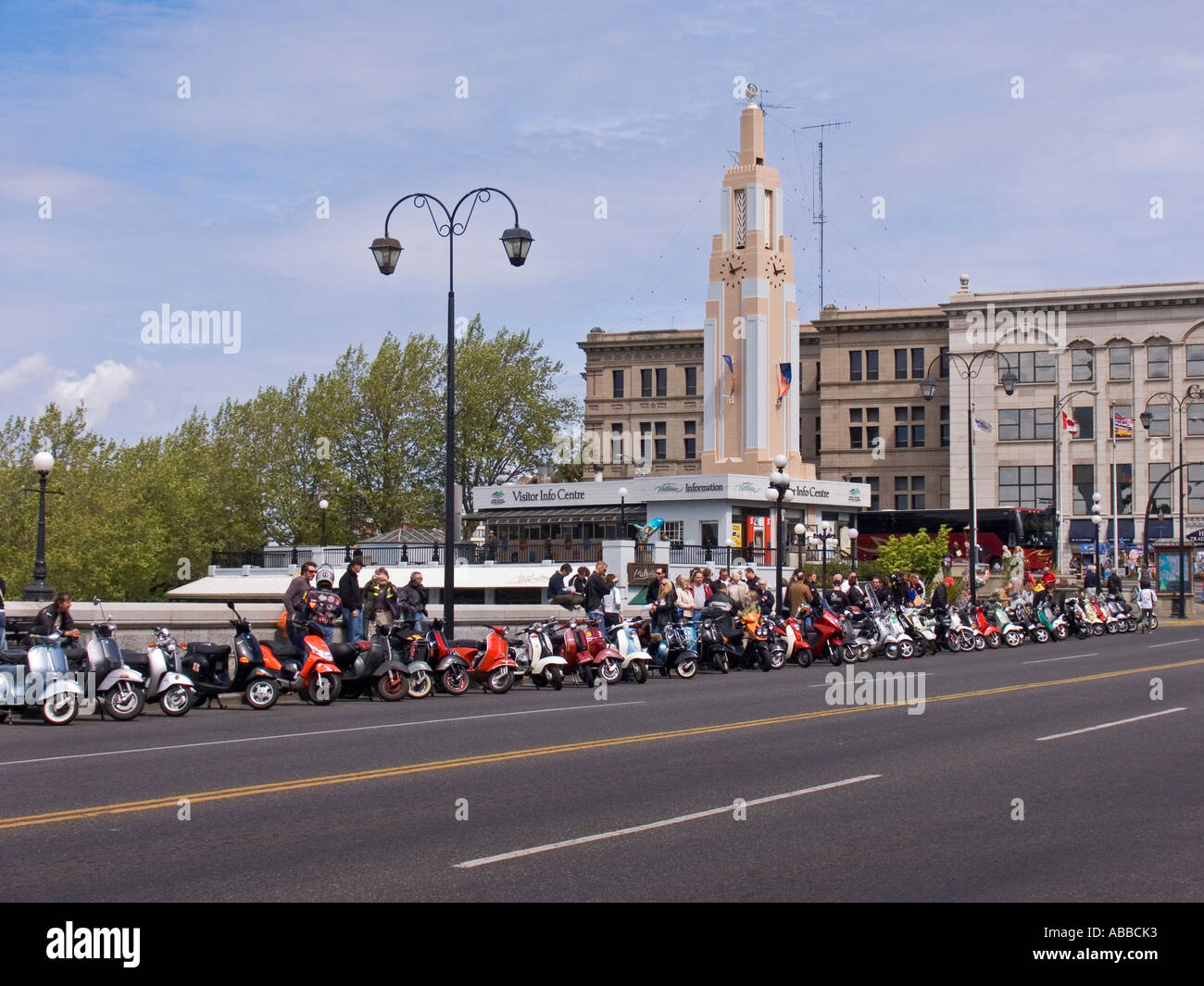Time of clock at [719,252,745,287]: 11:12
